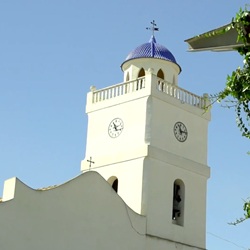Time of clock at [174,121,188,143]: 11:13
